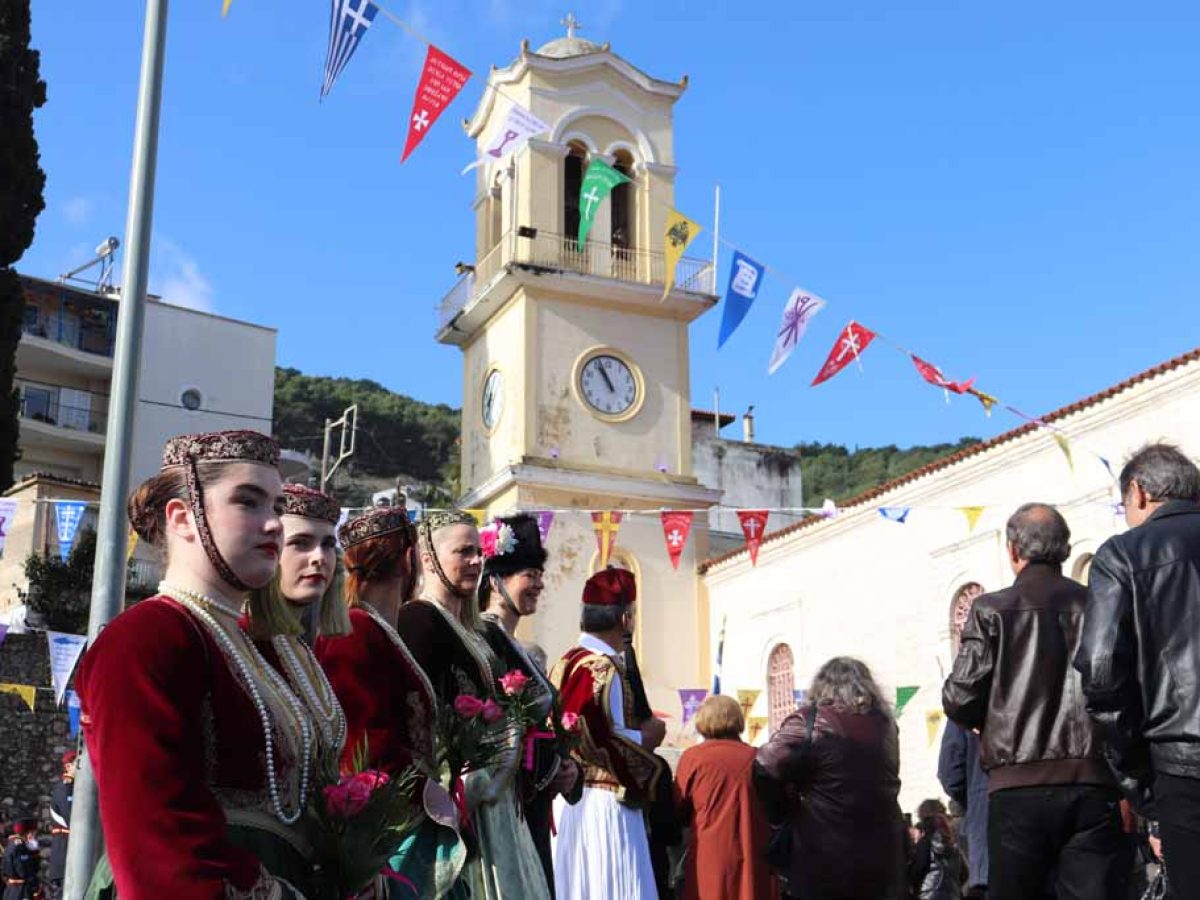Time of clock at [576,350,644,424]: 10:56
